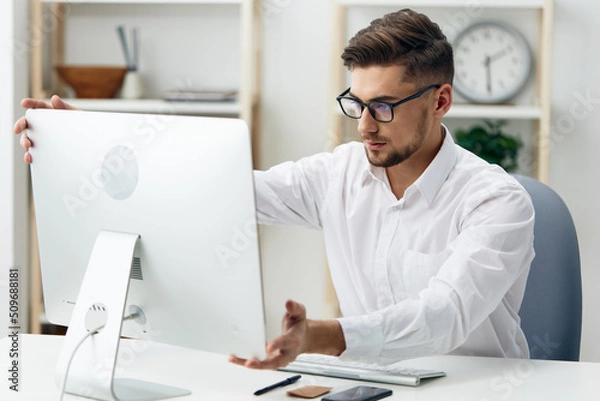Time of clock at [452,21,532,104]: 2:29
